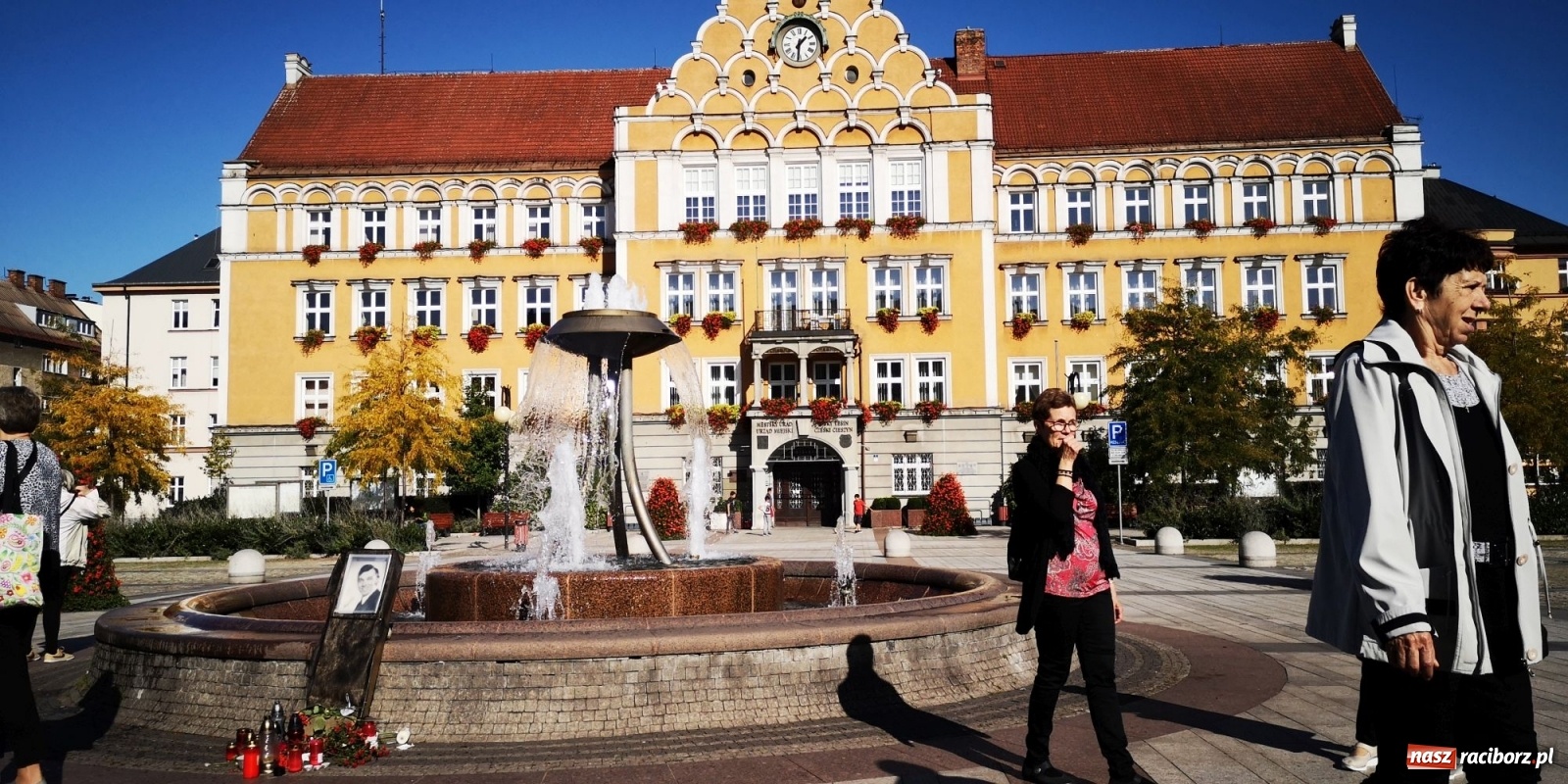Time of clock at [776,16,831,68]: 1:31
